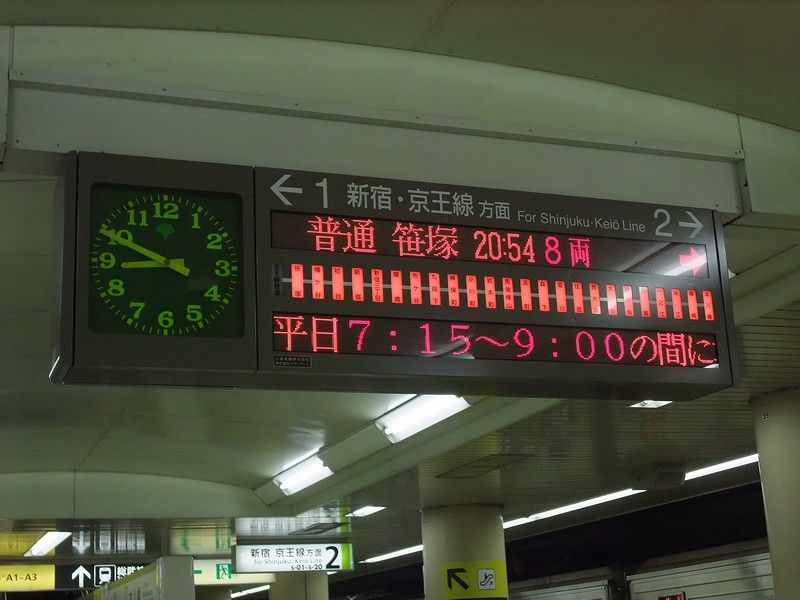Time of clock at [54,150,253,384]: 8:49
